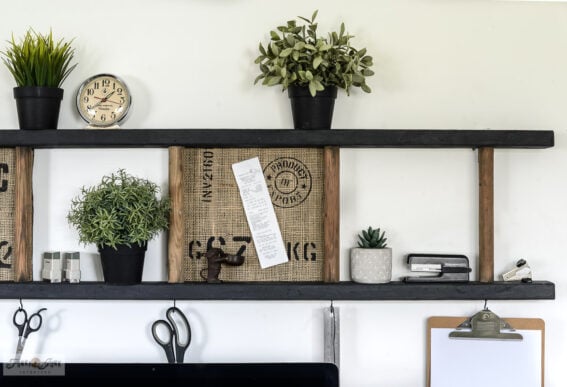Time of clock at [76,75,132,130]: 1:39
